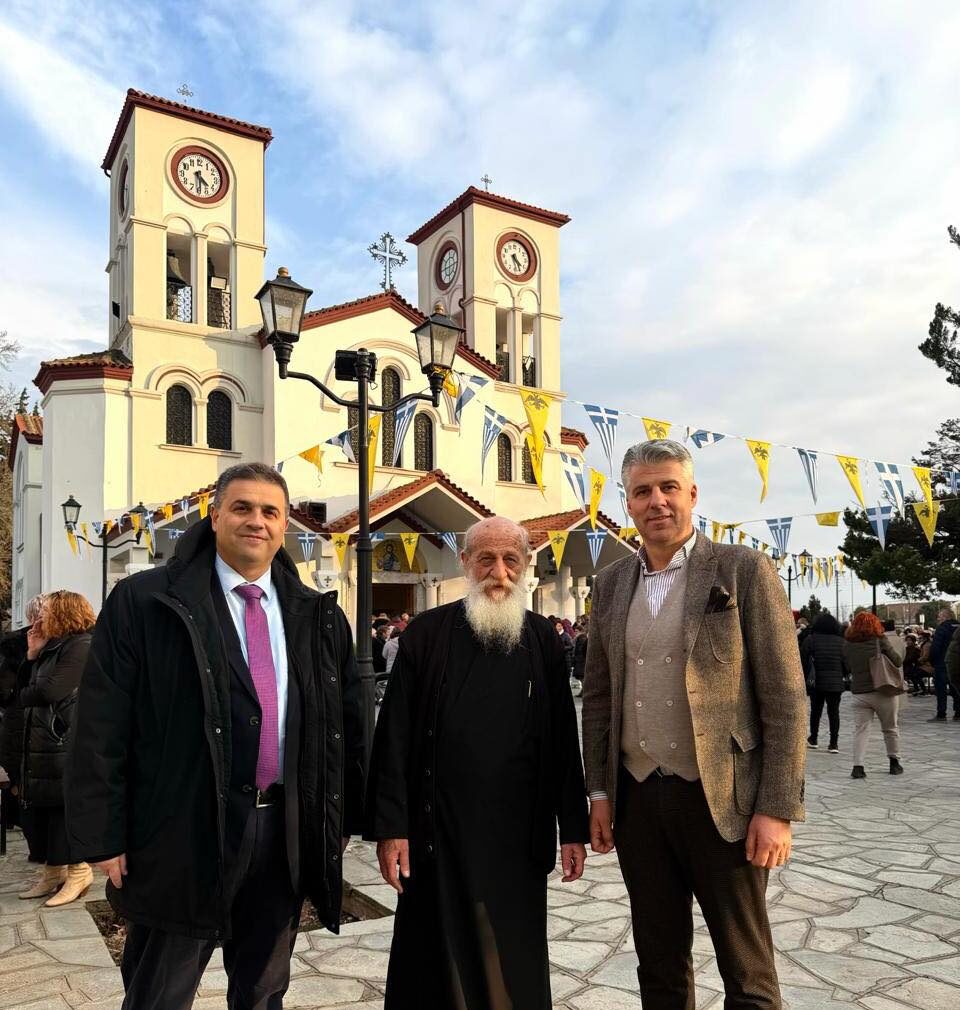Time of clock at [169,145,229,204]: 4:29
